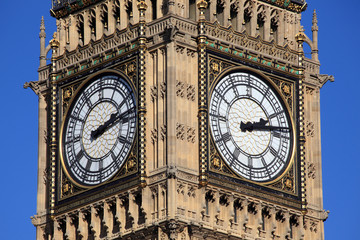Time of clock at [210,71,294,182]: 2:13
